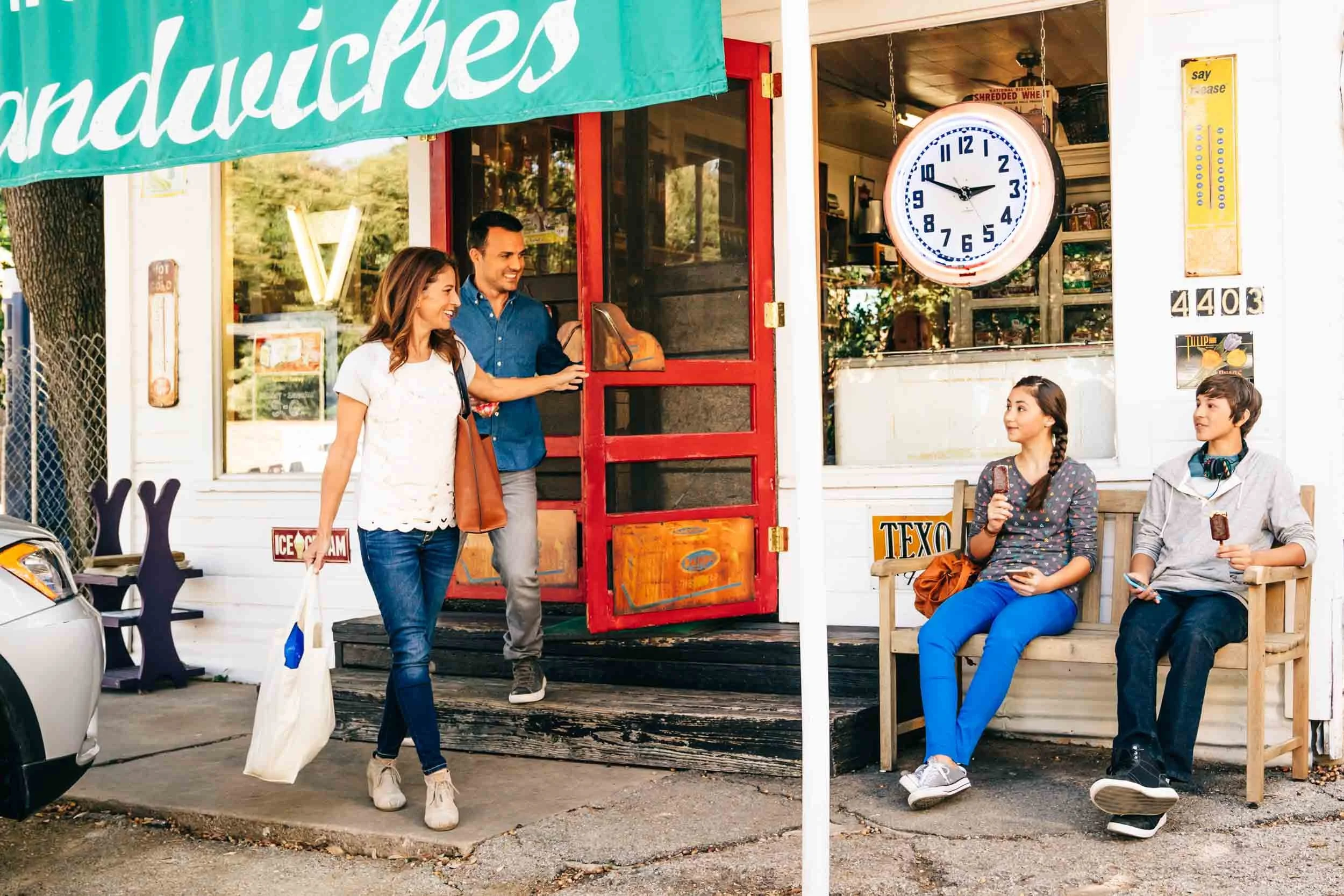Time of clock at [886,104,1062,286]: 2:48
